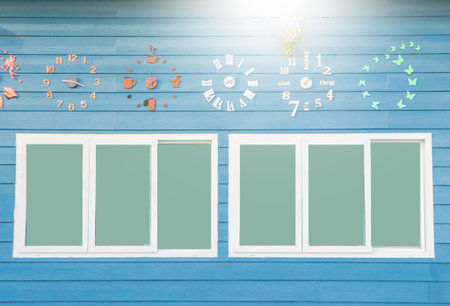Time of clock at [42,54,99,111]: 9:17
